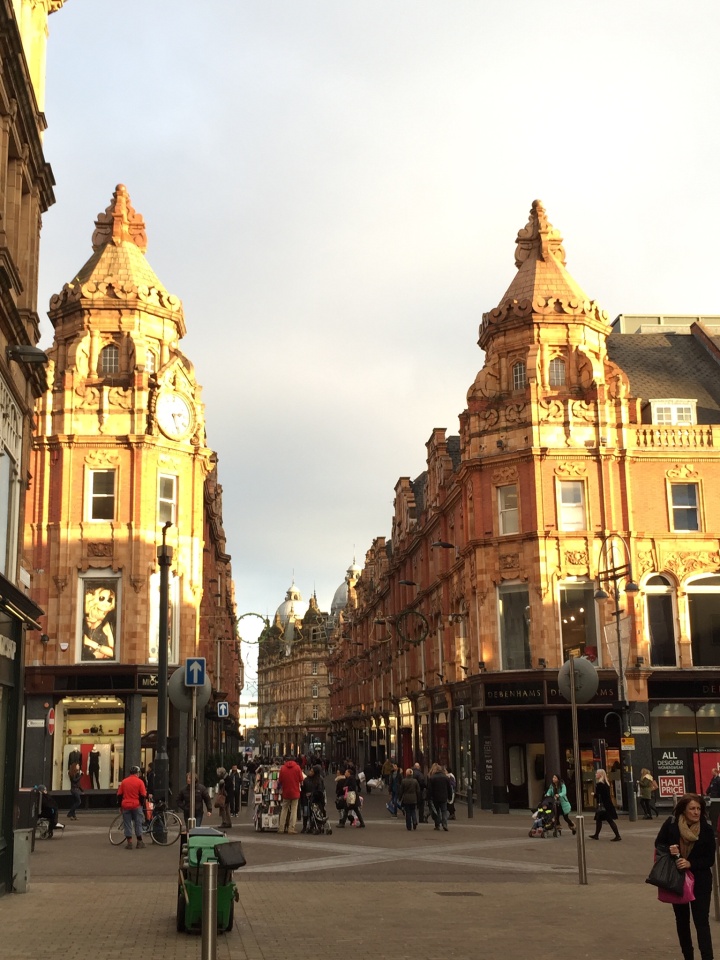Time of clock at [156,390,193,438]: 2:26
